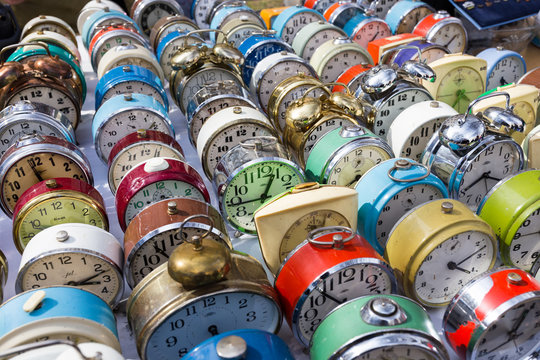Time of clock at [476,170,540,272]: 4:12
